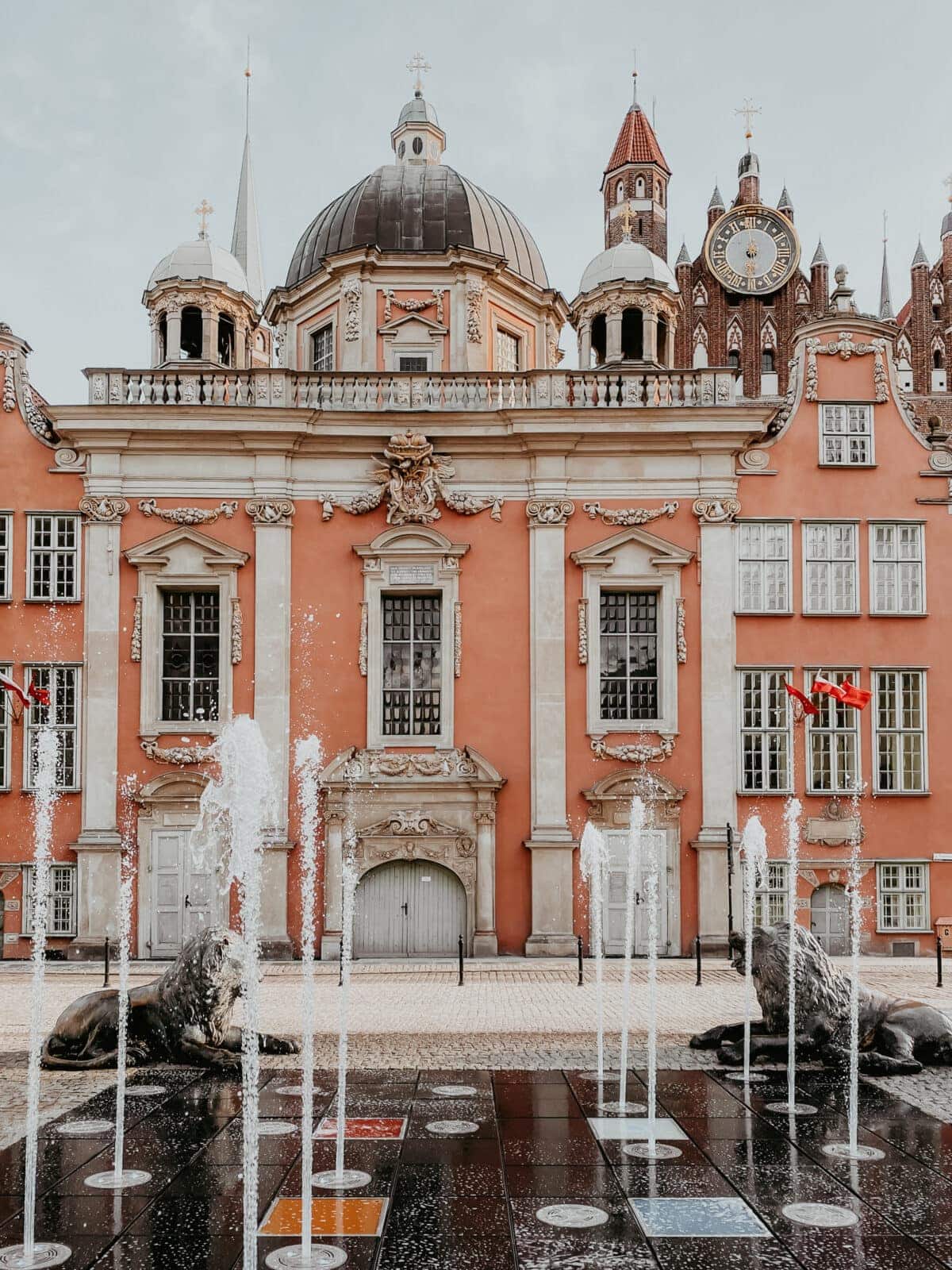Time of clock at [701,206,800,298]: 5:59
